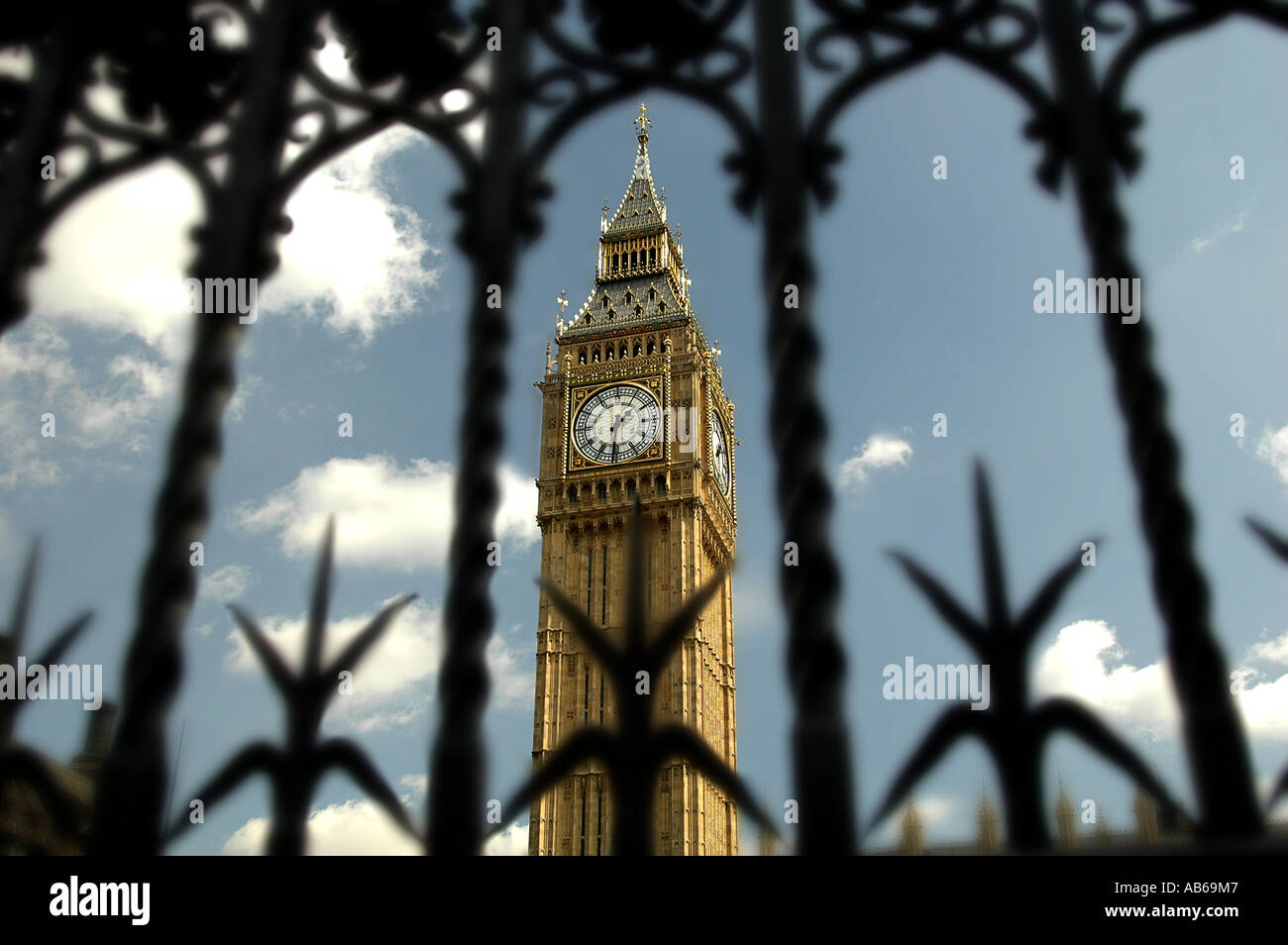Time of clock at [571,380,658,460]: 1:30
